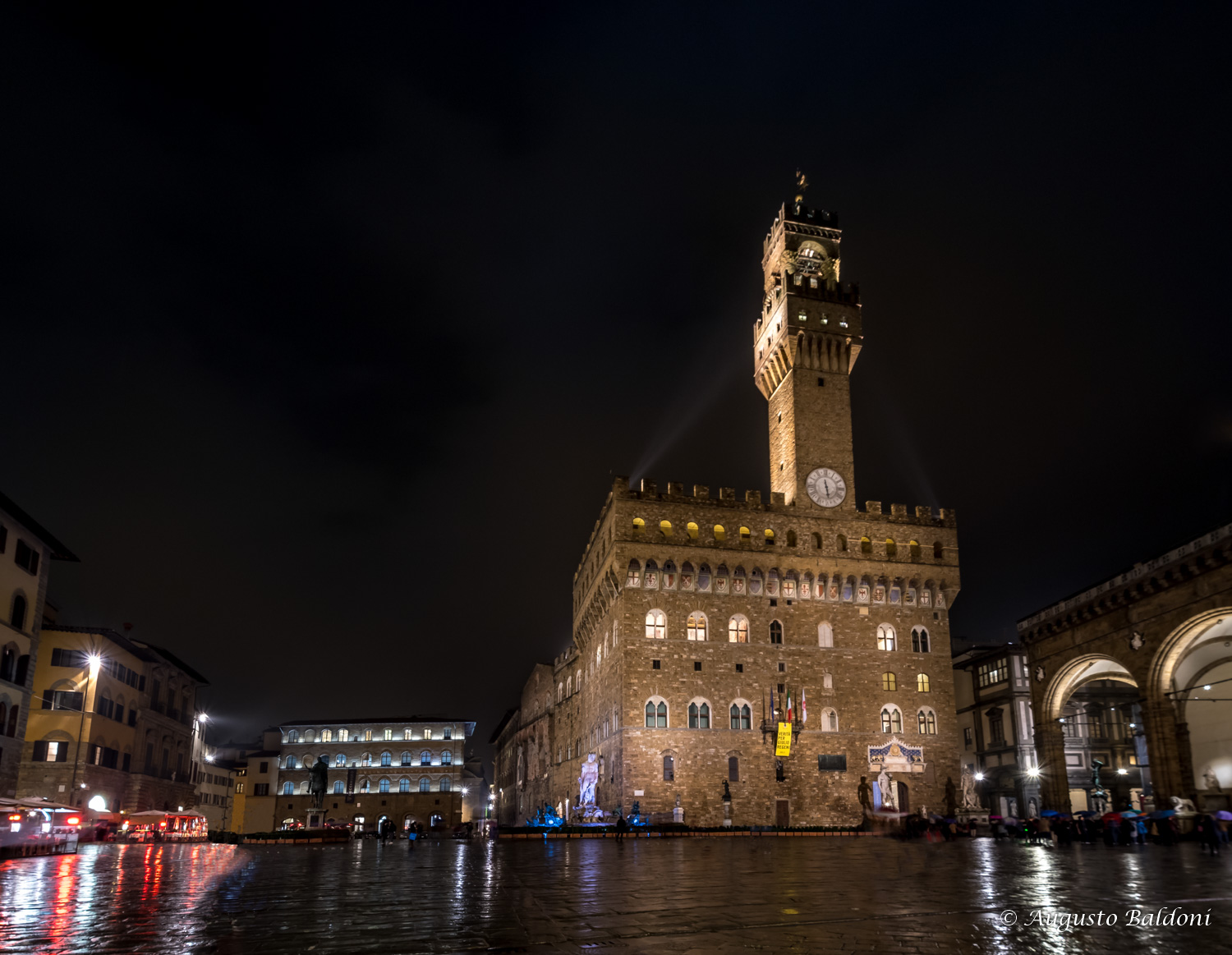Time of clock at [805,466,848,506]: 5:28
